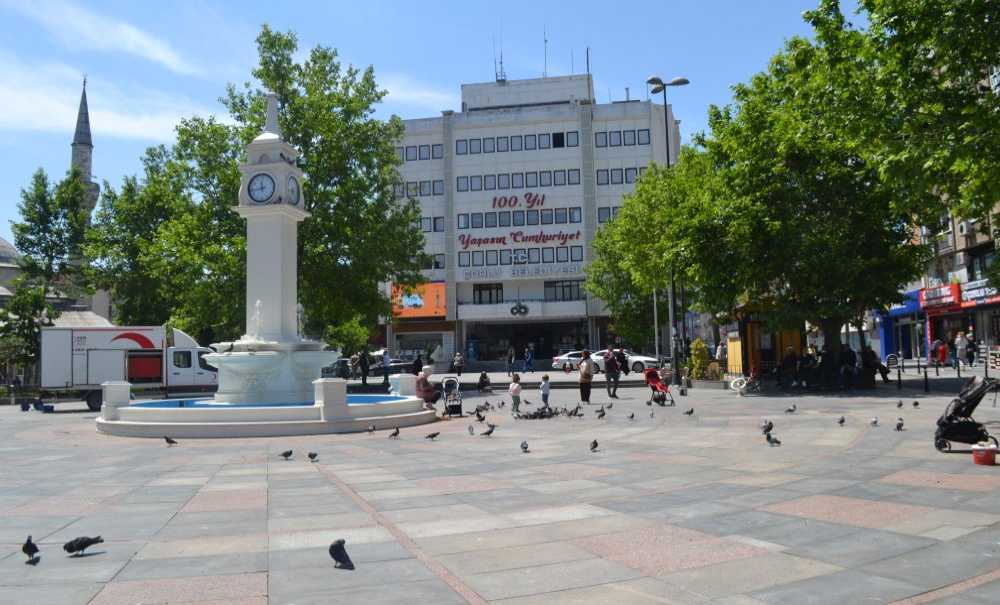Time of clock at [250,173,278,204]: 11:43
